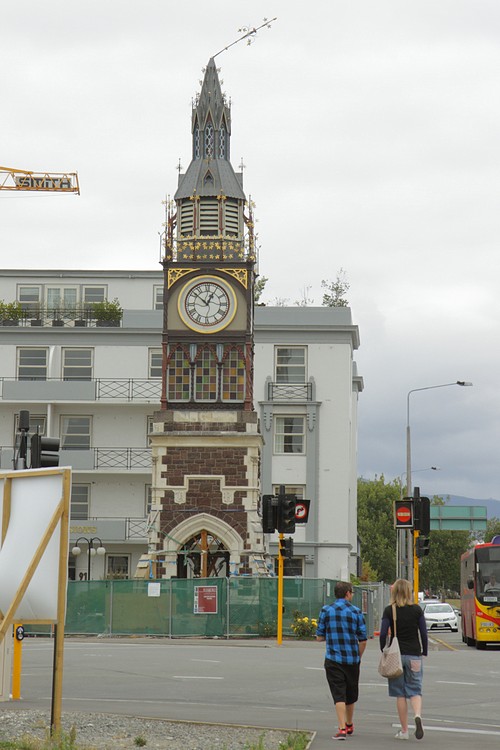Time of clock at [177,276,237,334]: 12:52
